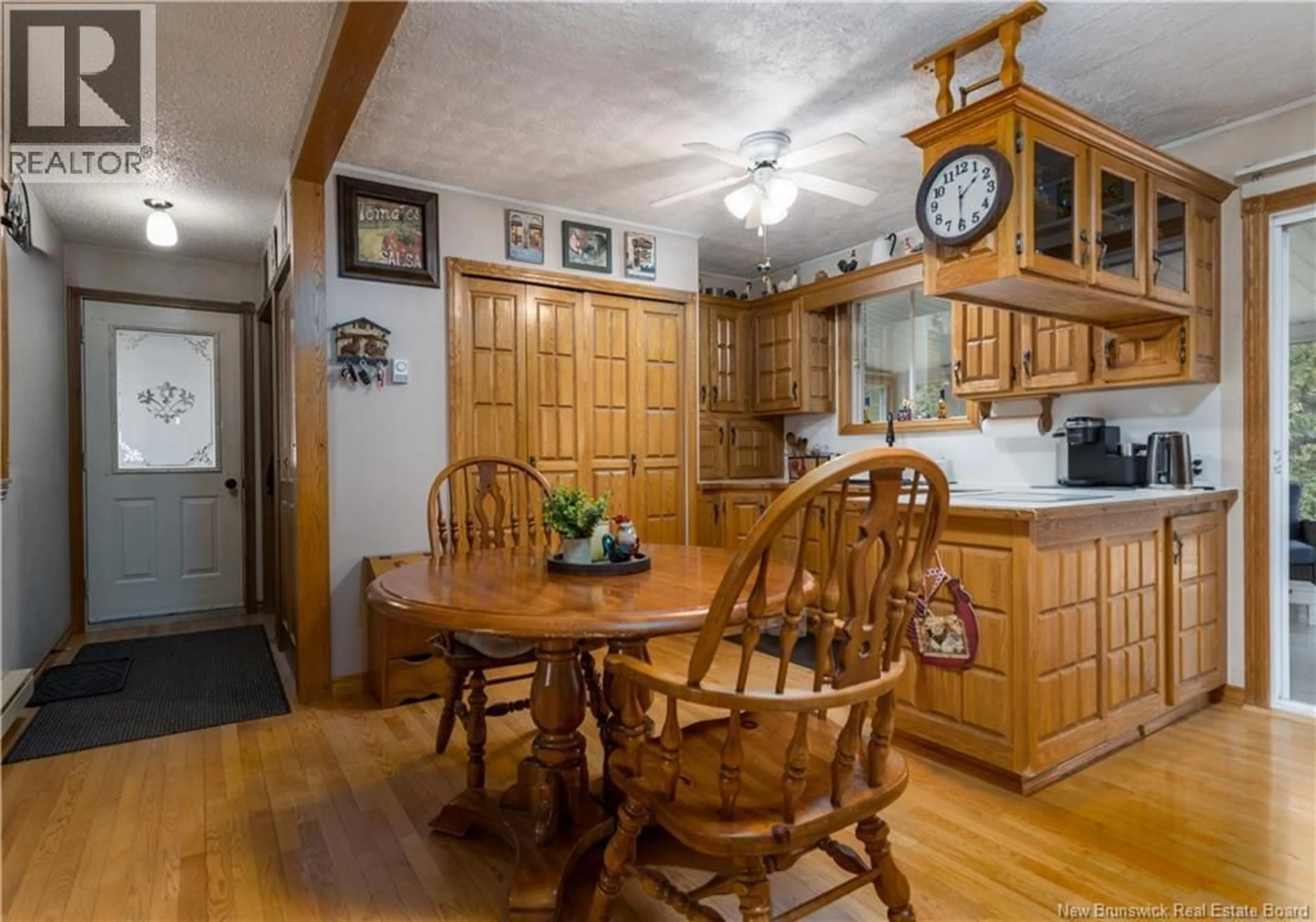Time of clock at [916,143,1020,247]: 1:30
